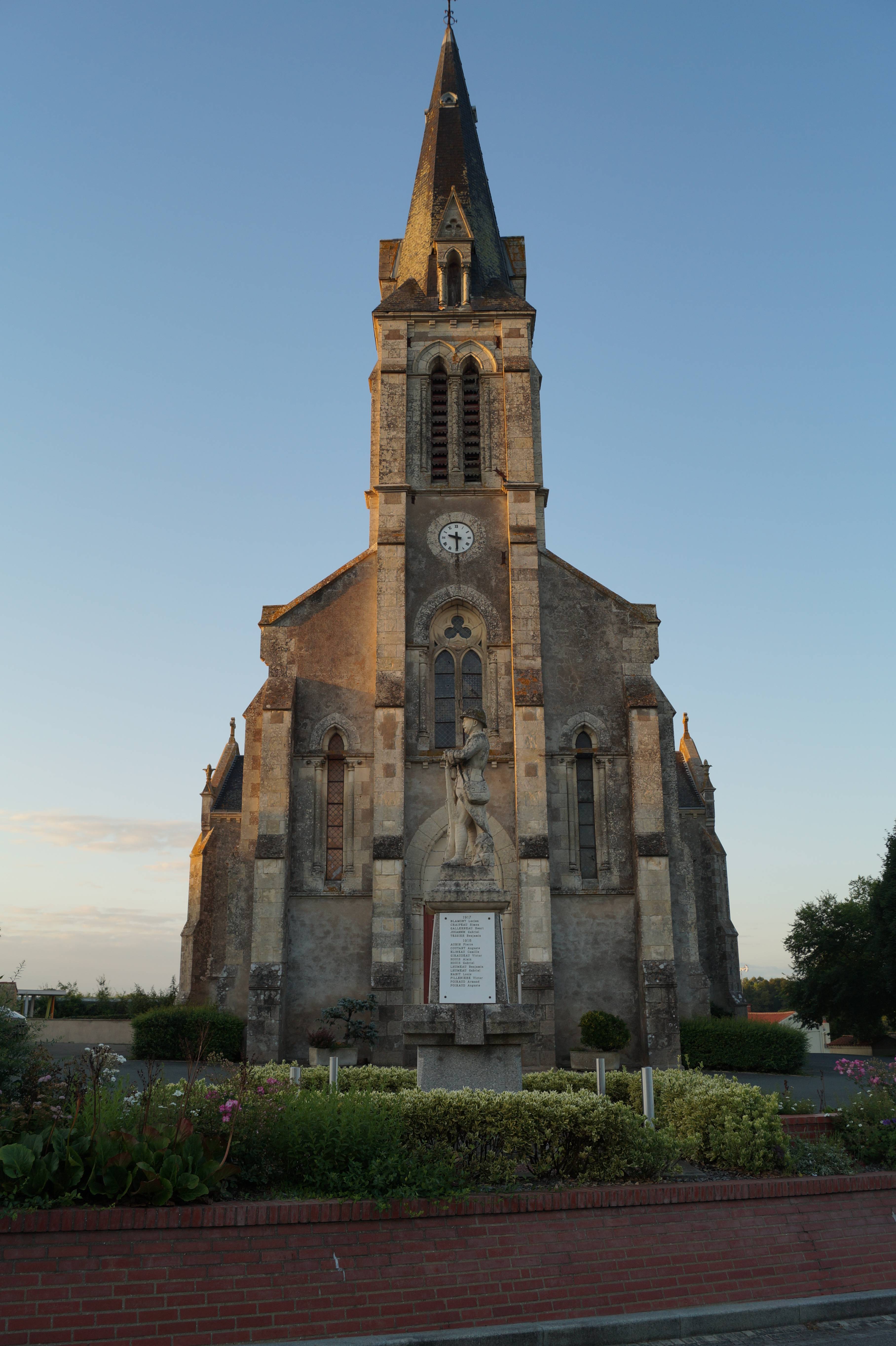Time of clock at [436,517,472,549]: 9:29
